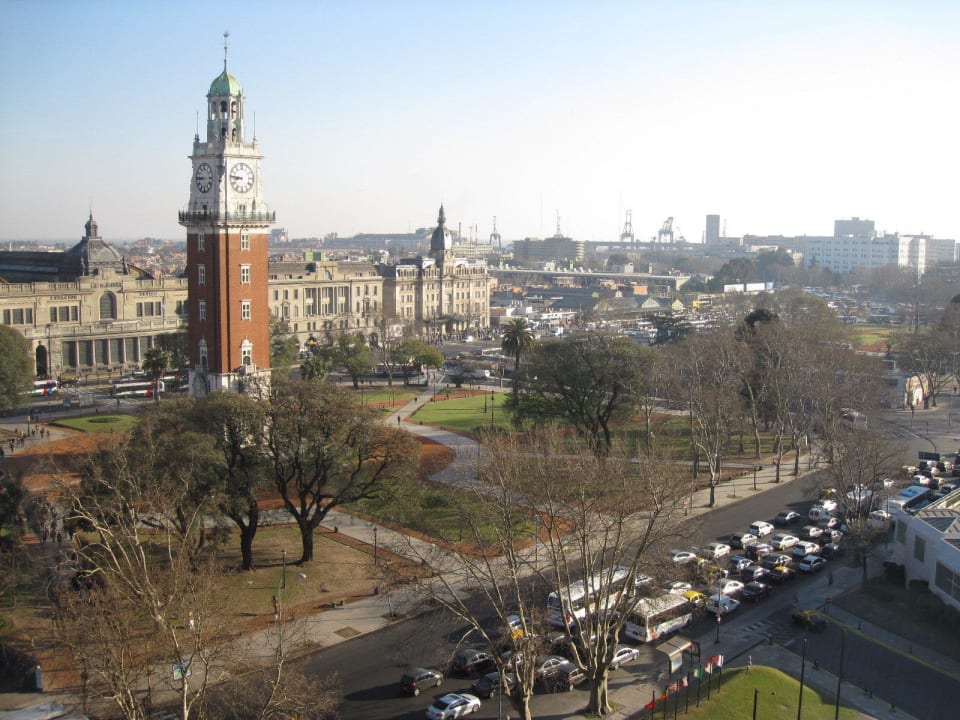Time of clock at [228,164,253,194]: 8:46
